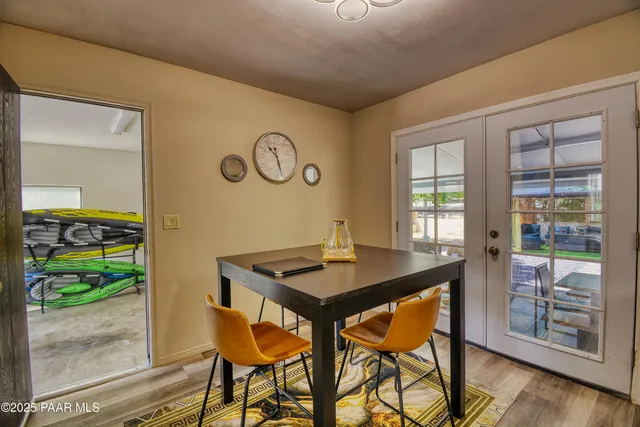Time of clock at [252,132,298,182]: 10:26
